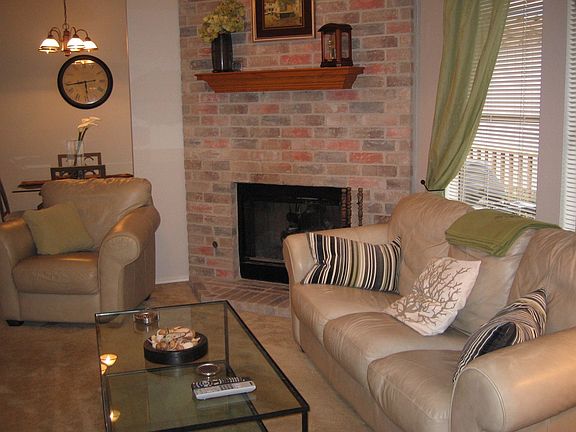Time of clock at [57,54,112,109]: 5:43
